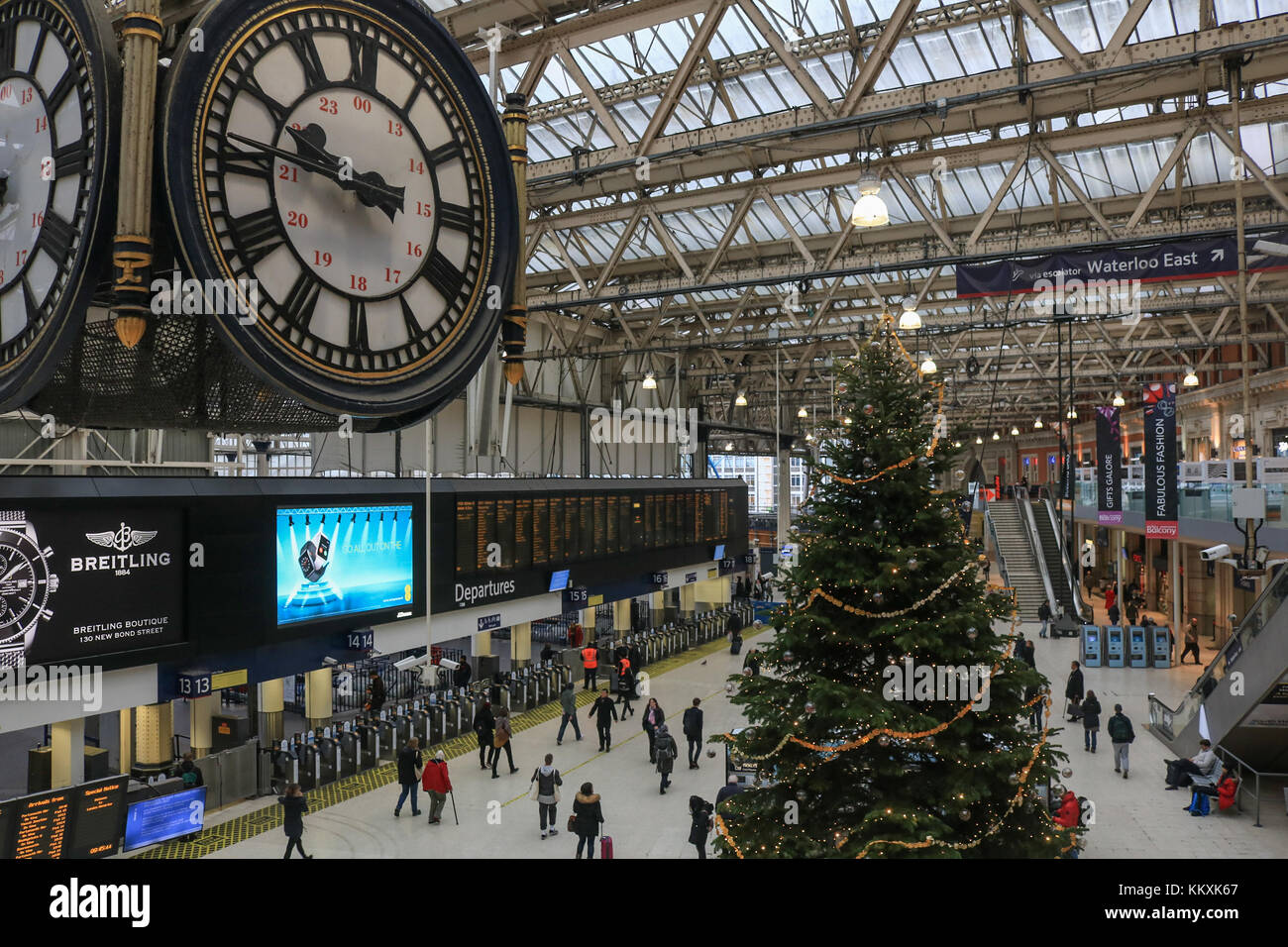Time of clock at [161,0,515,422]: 9:45
